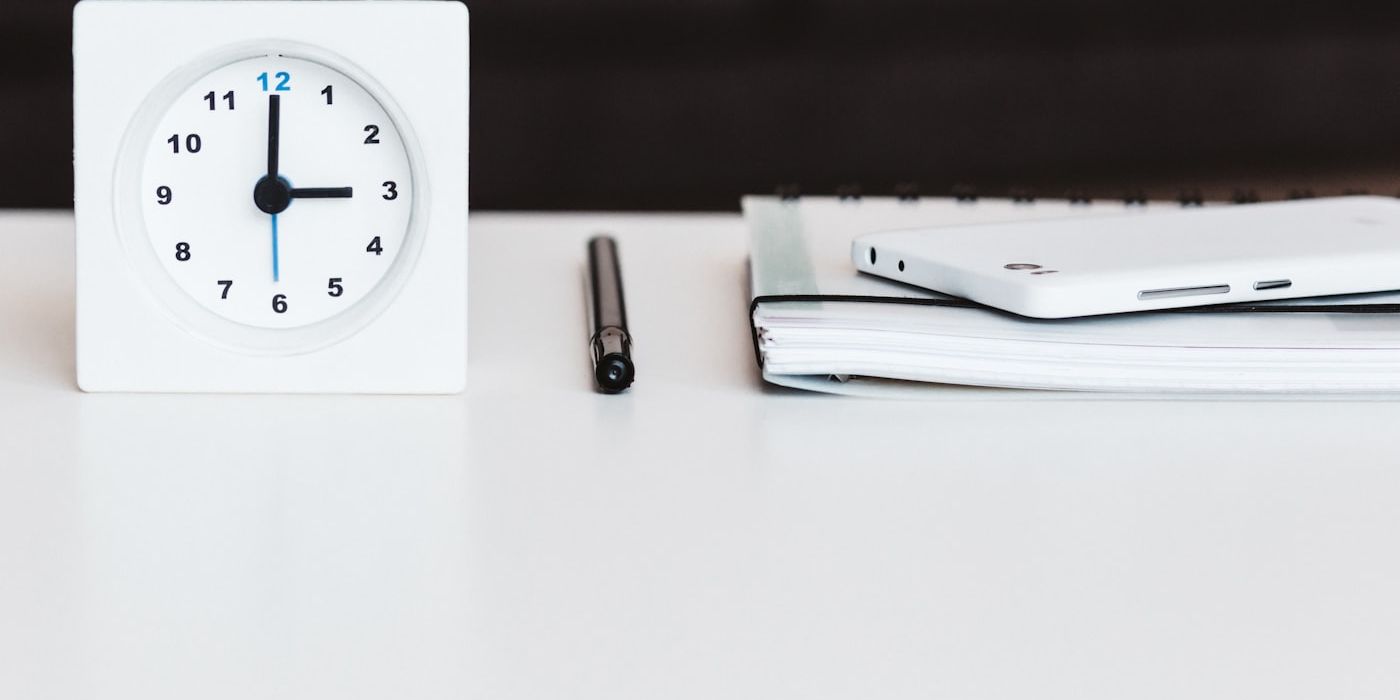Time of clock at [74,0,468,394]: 3:00
